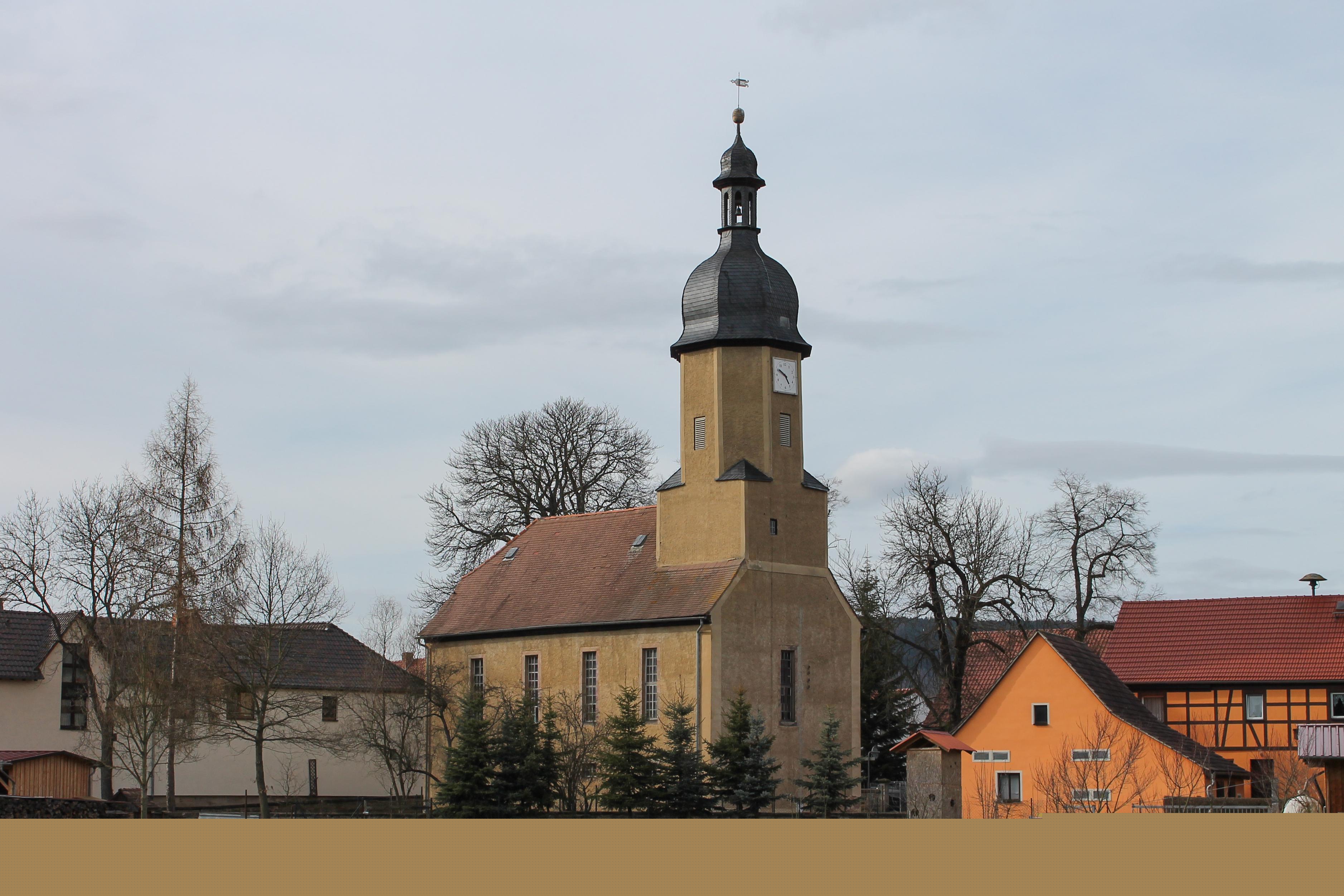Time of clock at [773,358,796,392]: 4:50
